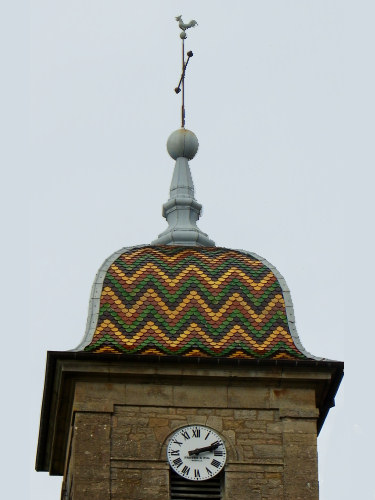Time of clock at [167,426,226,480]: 2:12
